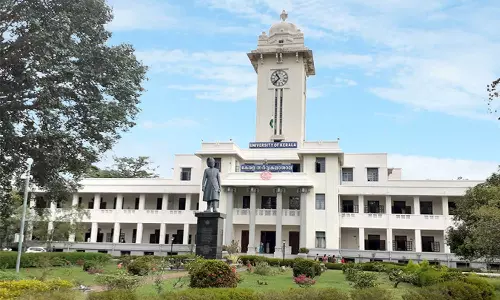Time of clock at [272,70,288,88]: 10:37
